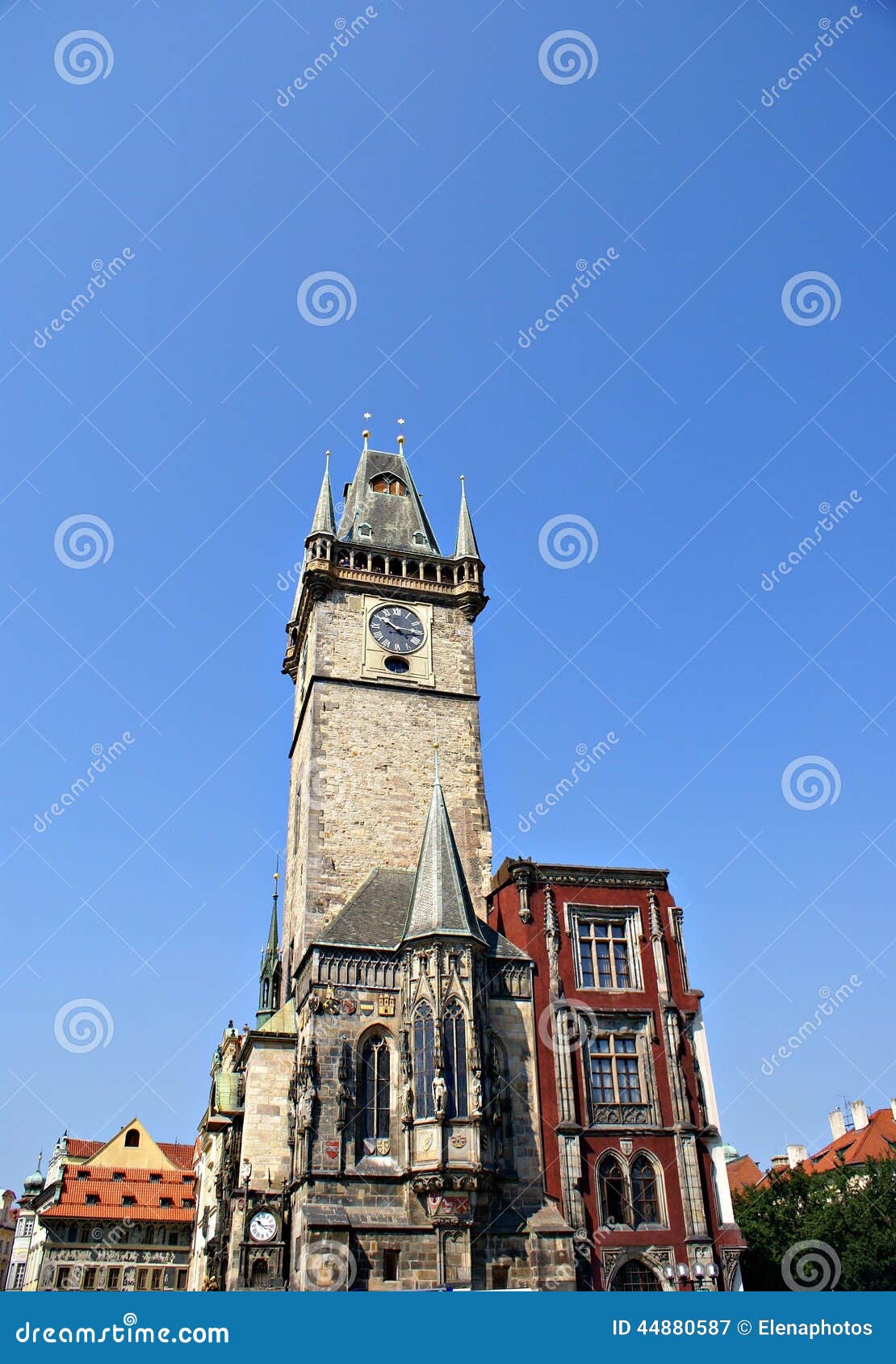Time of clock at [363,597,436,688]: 10:15
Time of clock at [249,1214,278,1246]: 10:14
